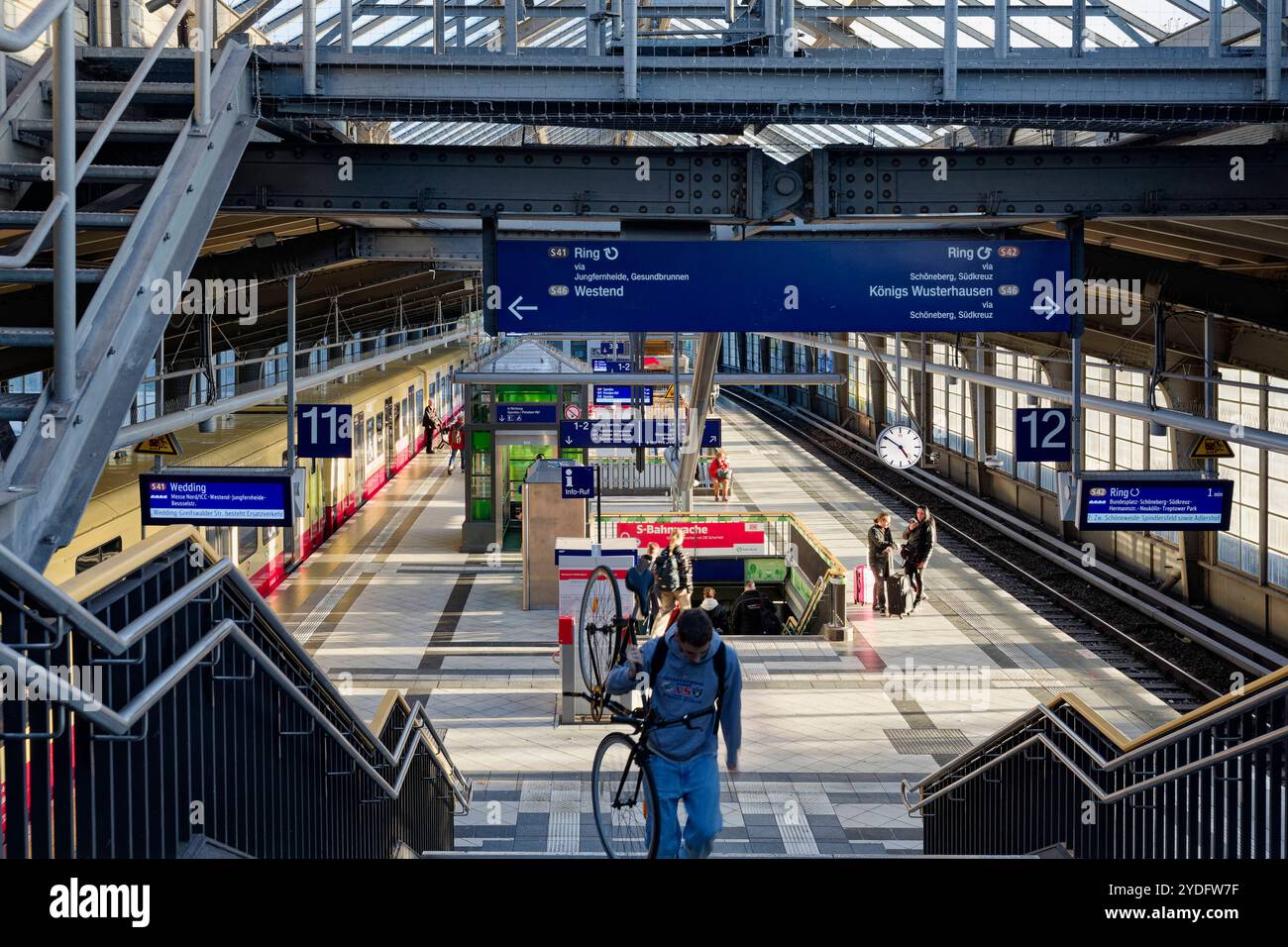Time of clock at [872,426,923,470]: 4:50
